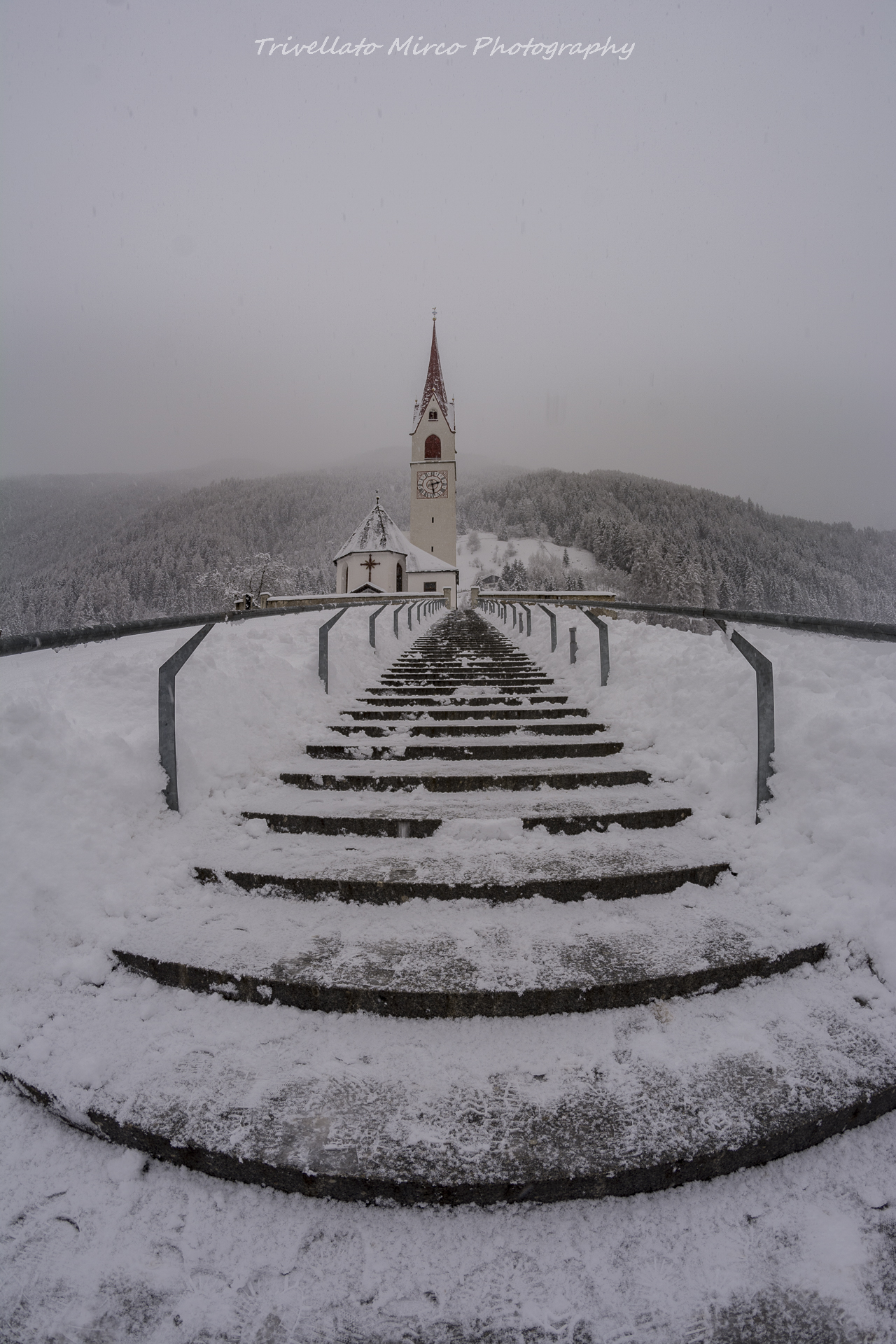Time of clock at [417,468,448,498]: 2:28
